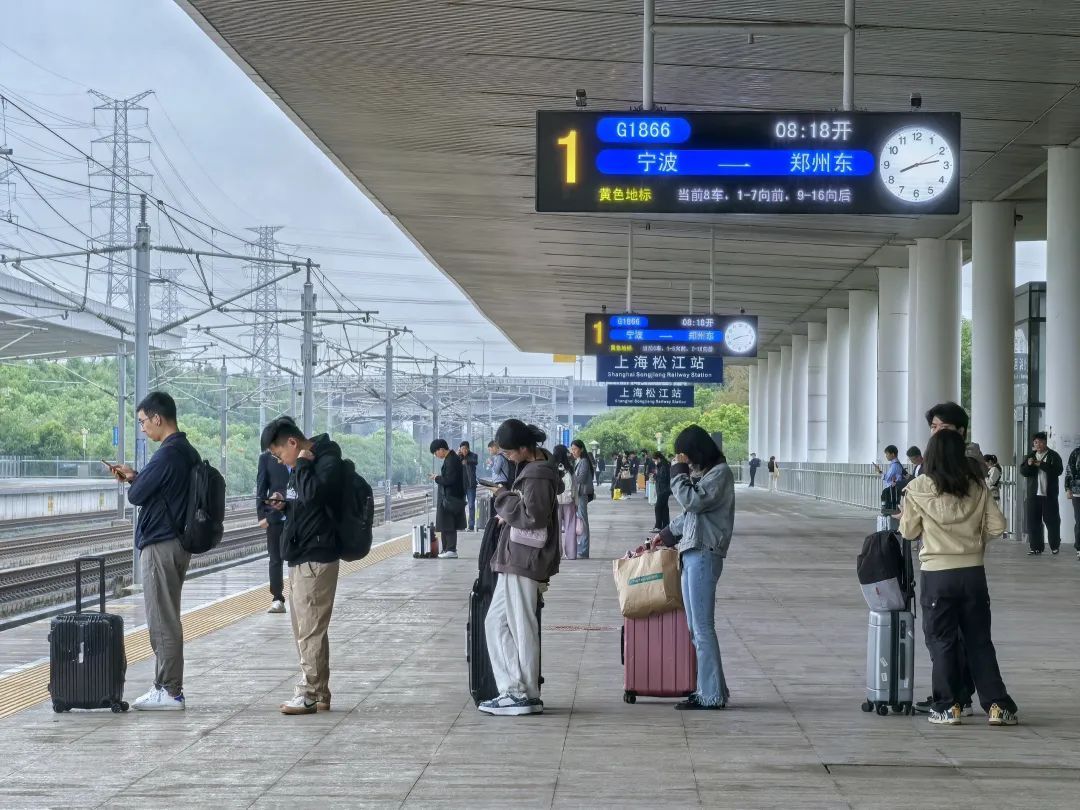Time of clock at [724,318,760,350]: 8:12
